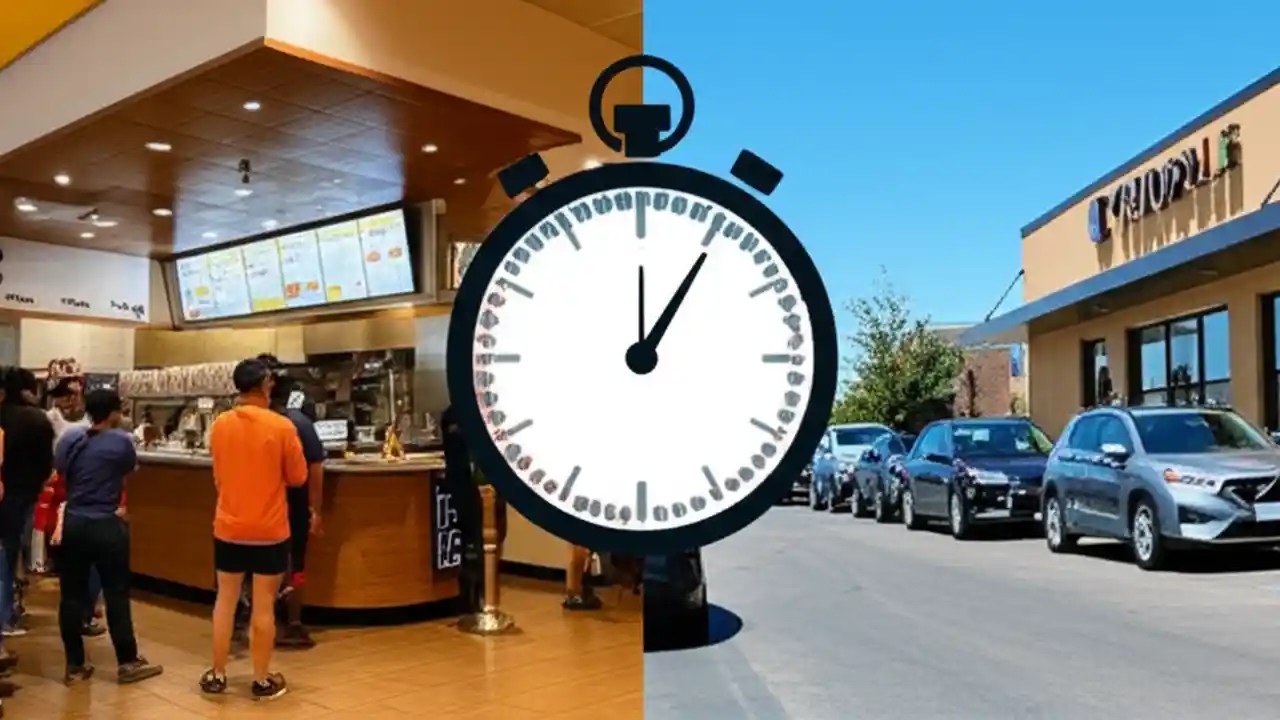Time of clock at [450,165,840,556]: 12:05
